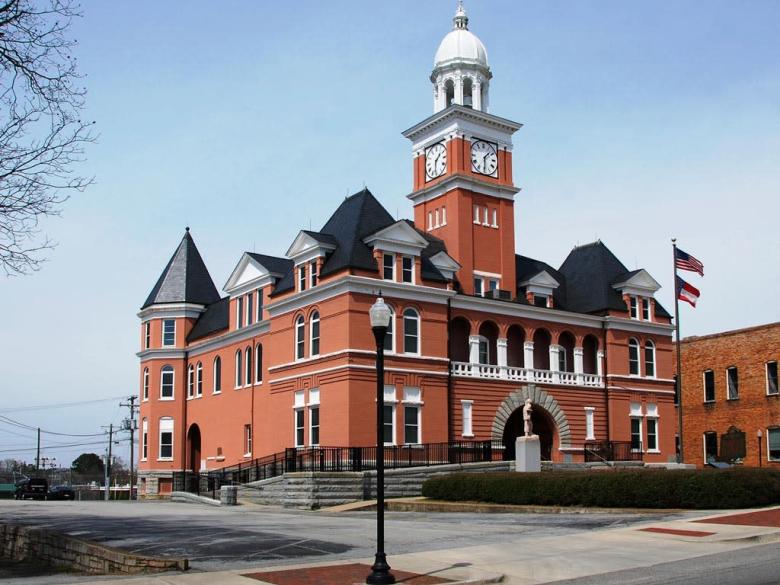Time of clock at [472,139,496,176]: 1:29
